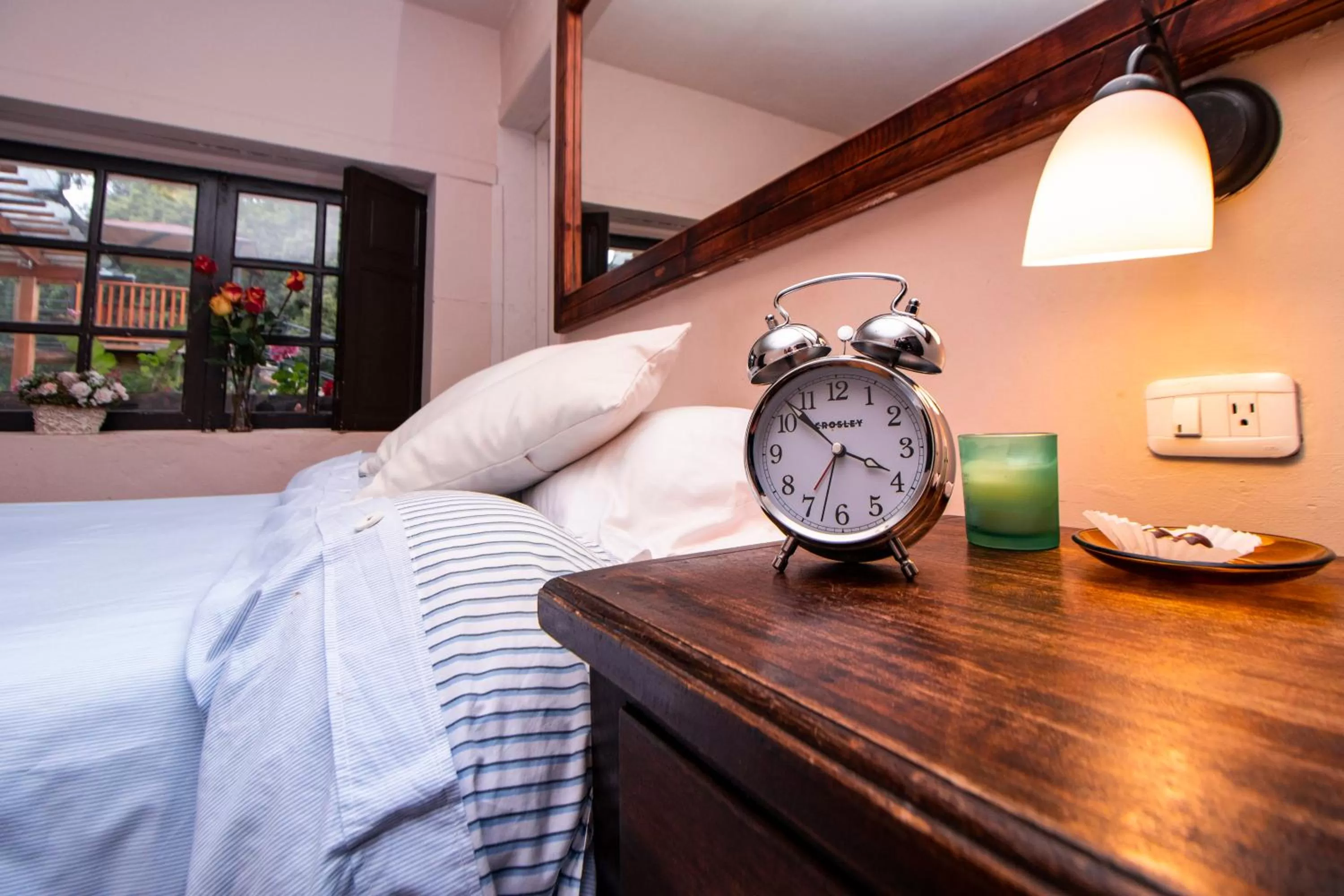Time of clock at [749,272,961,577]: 3:52
